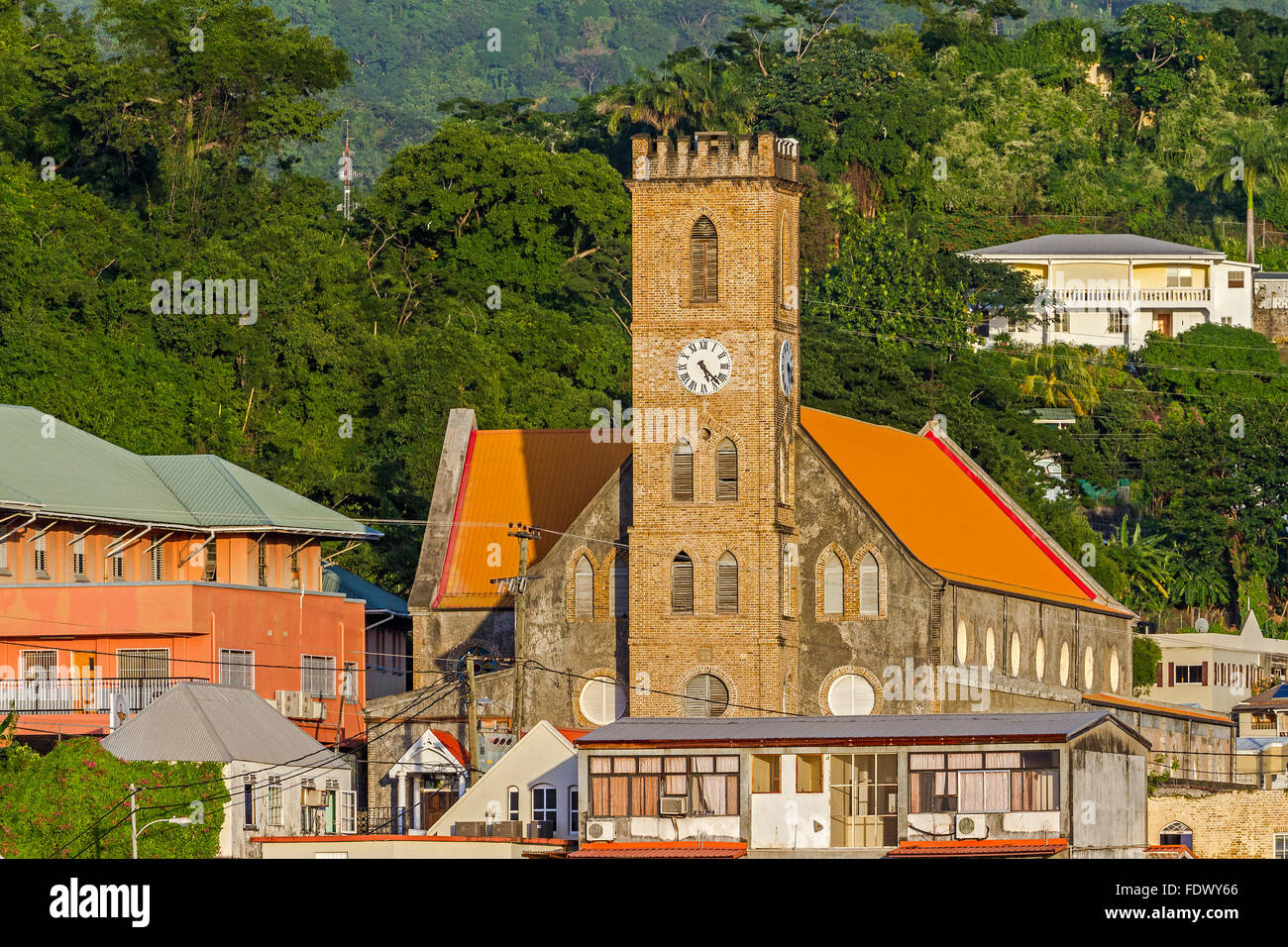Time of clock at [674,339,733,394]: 5:22
